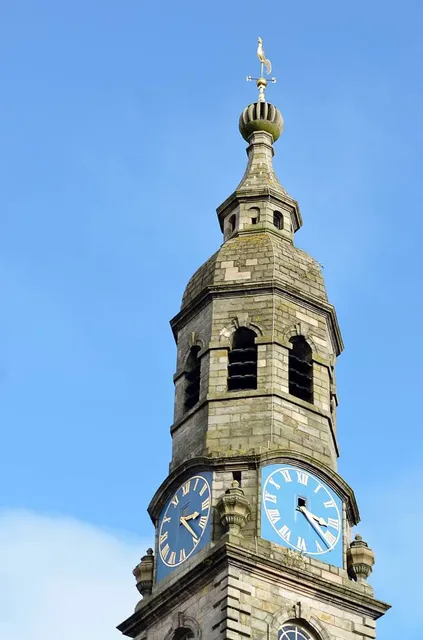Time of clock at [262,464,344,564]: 3:22
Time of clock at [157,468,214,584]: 3:23
